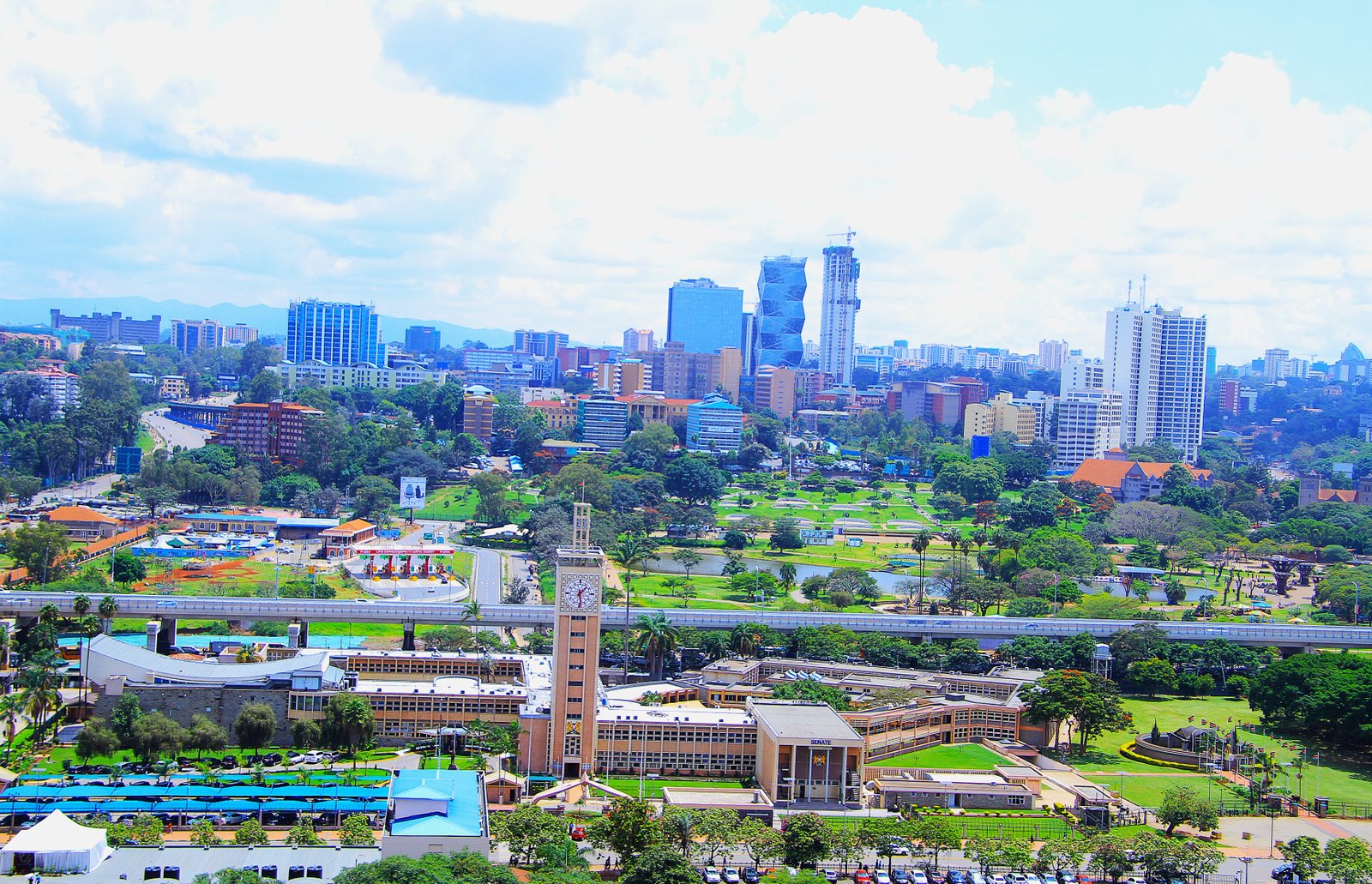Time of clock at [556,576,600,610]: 1:28
